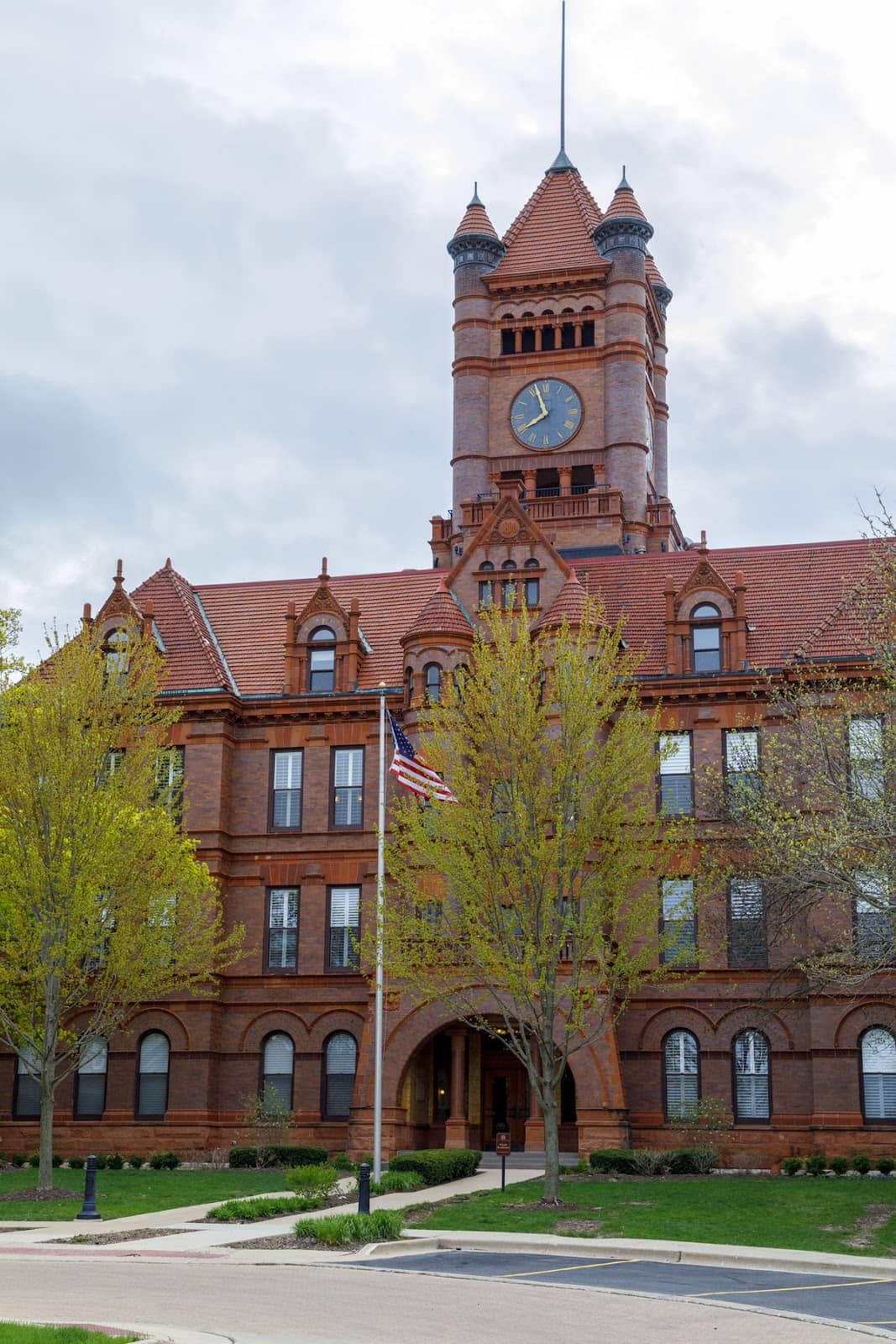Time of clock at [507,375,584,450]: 7:56
